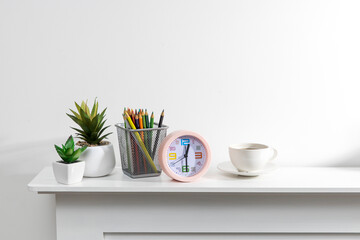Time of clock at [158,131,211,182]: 12:29
